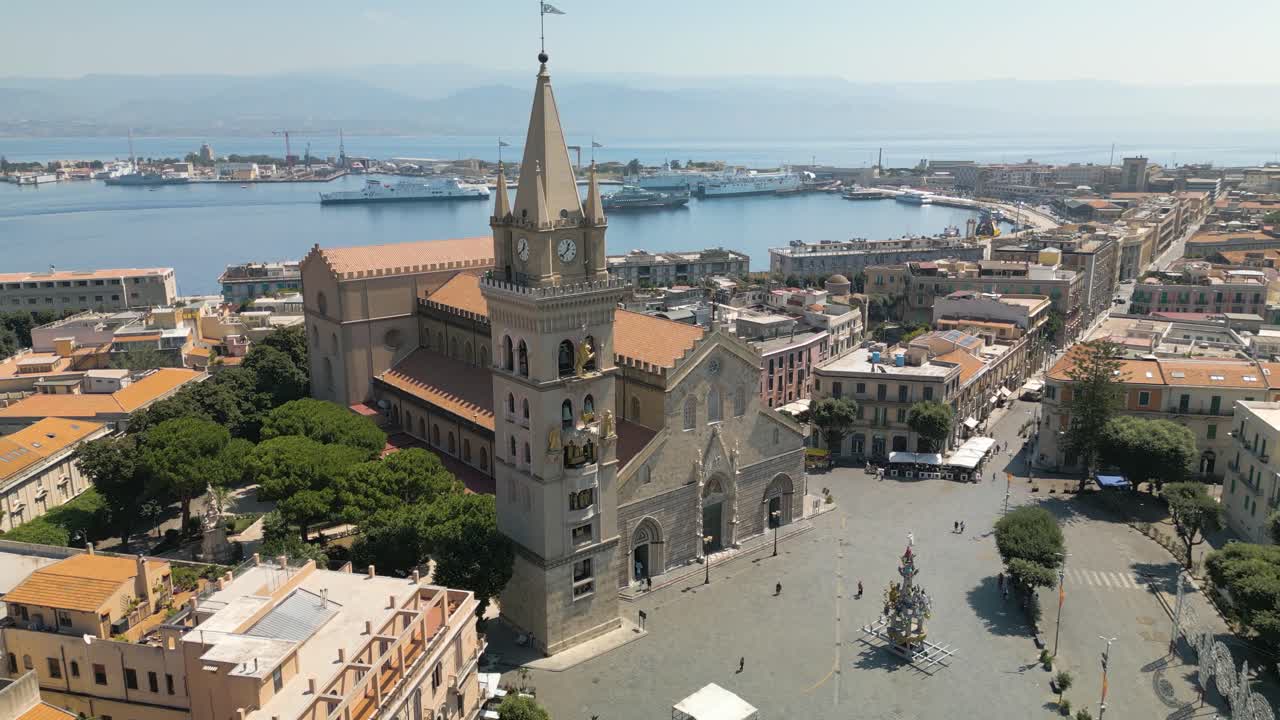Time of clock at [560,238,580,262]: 12:37
